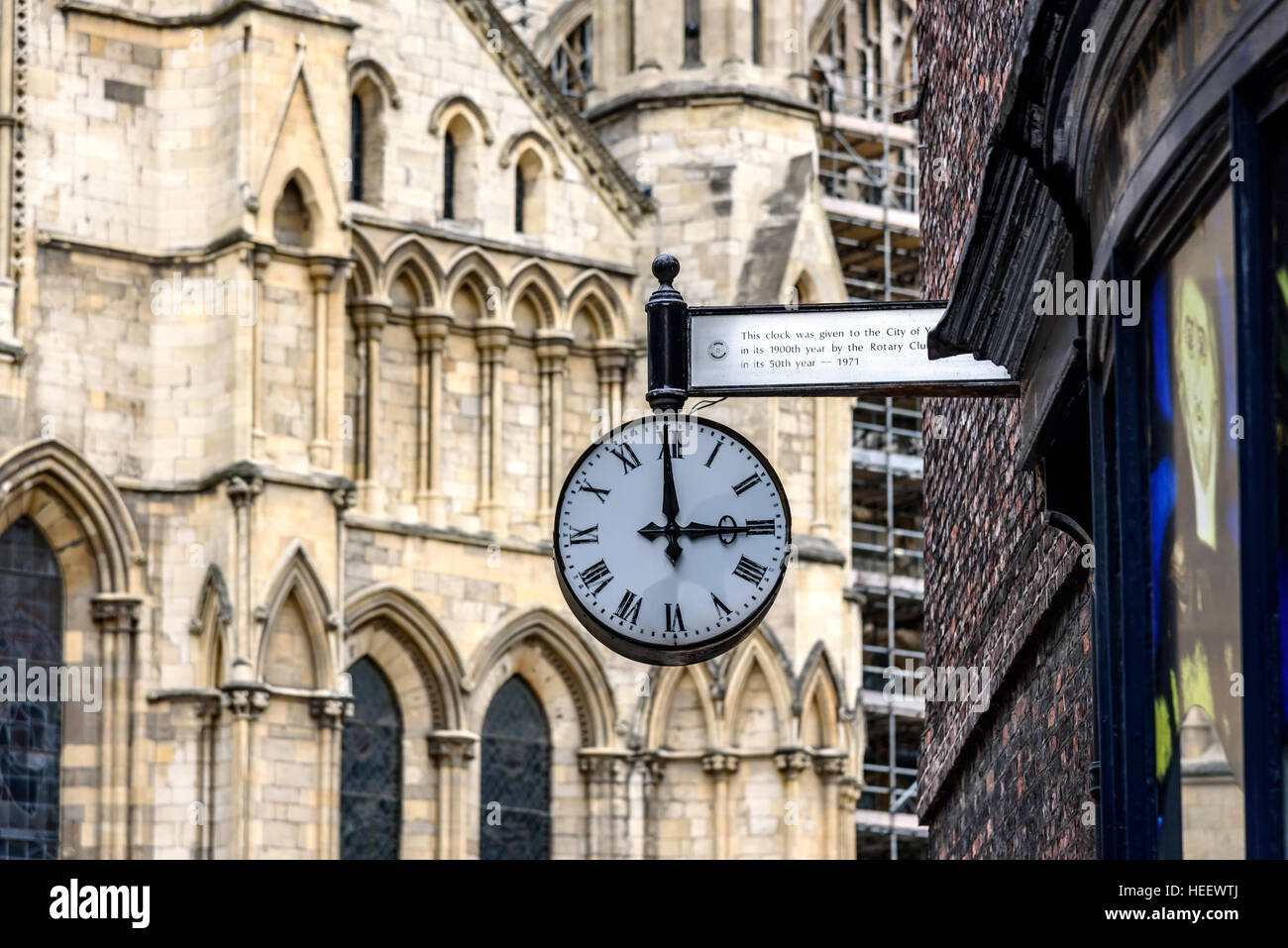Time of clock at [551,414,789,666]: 2:59
